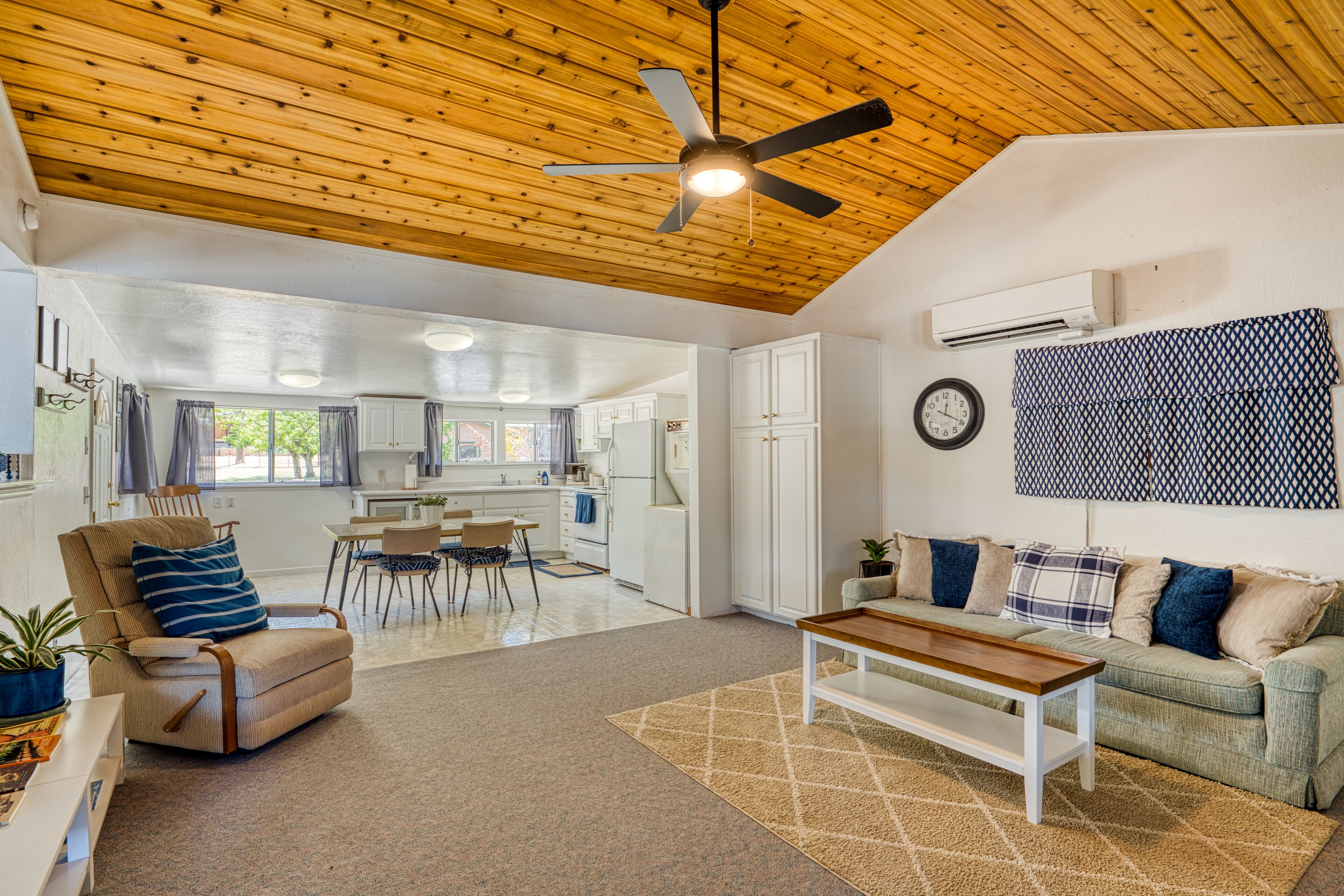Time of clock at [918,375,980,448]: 12:19
